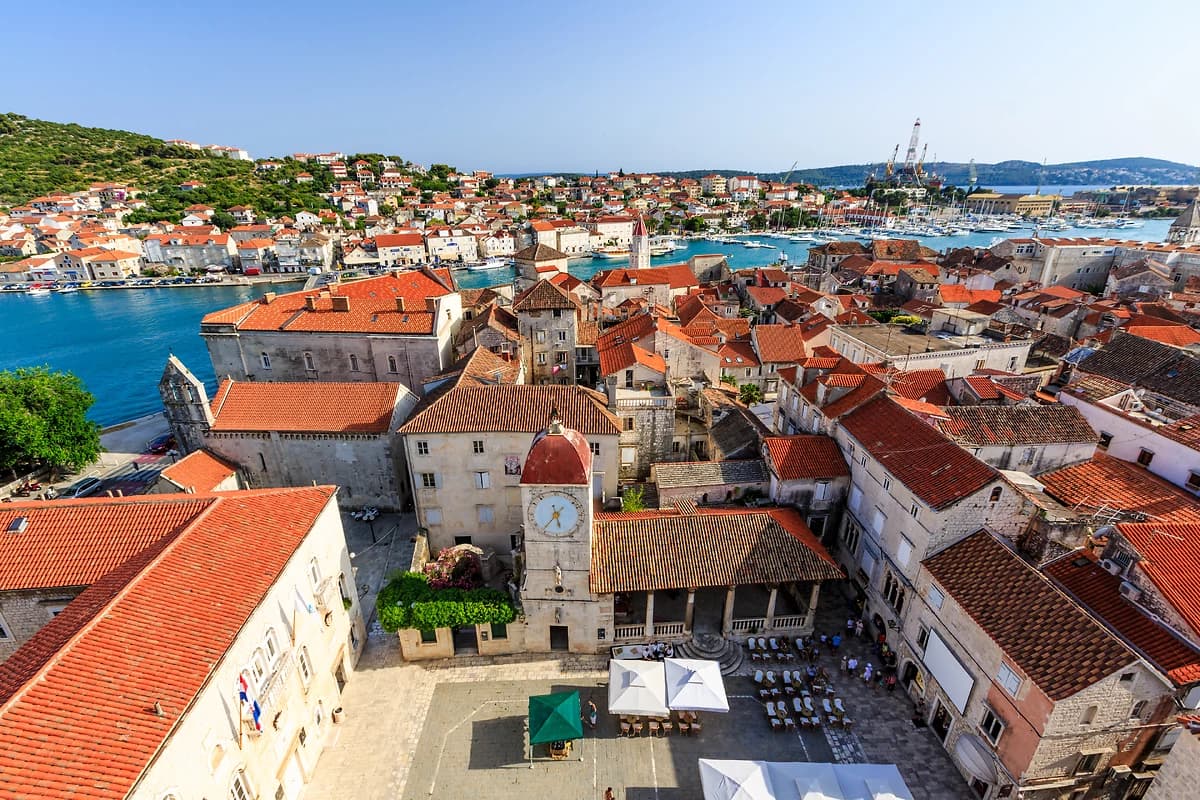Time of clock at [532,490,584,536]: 5:36
